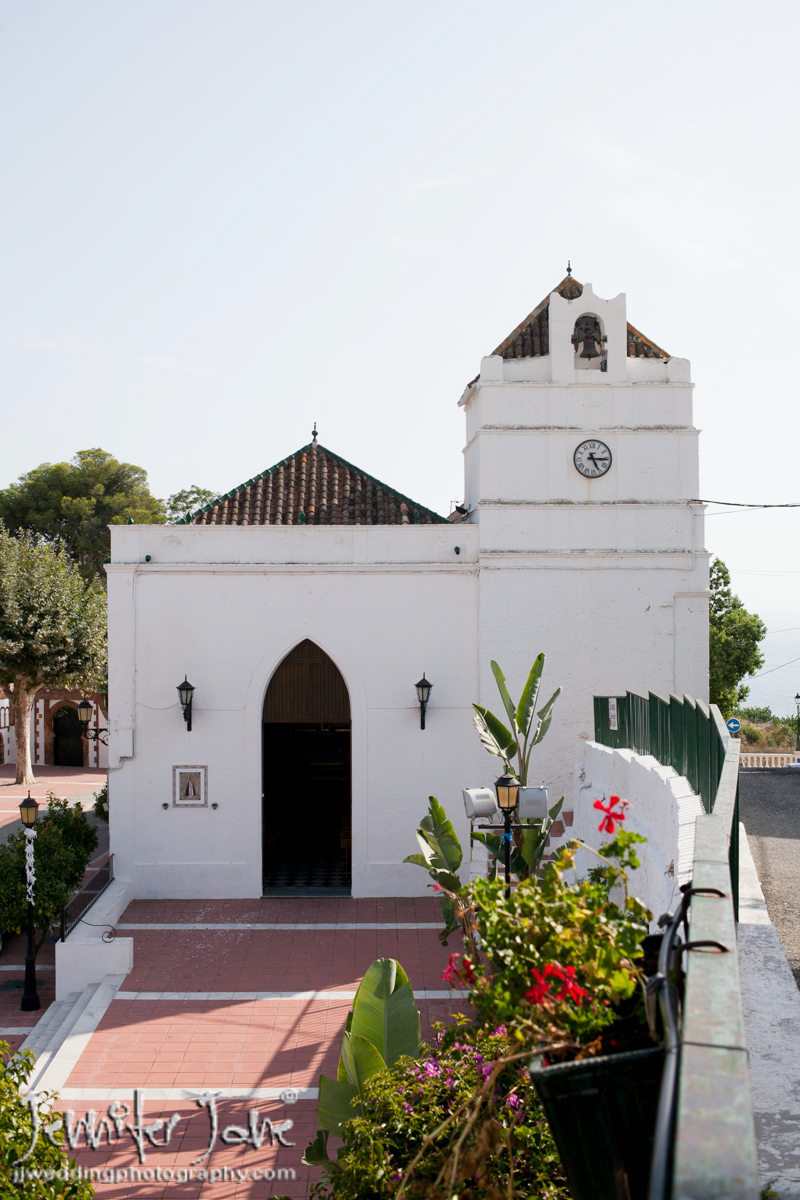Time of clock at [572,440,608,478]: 5:15
